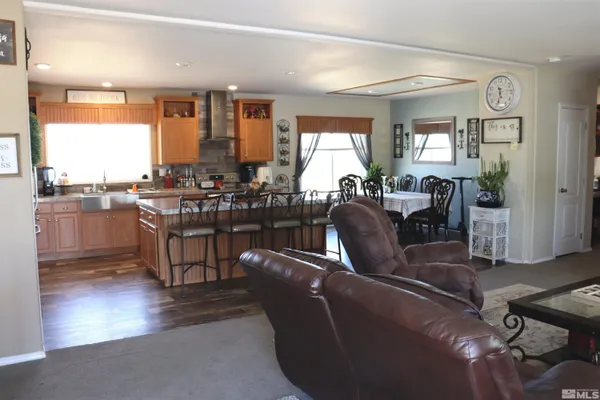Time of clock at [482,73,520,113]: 11:33
